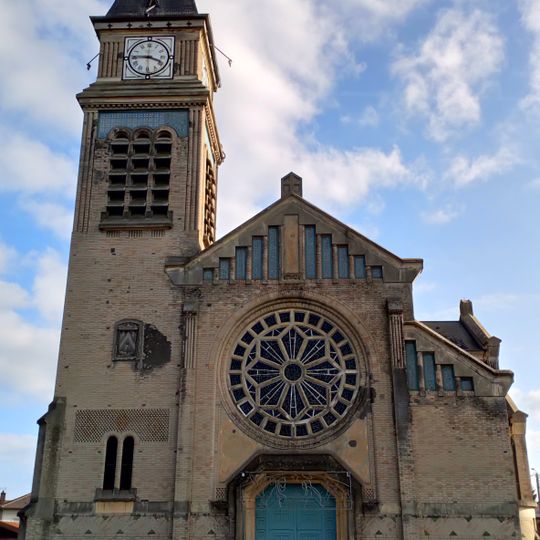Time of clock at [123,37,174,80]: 3:45
